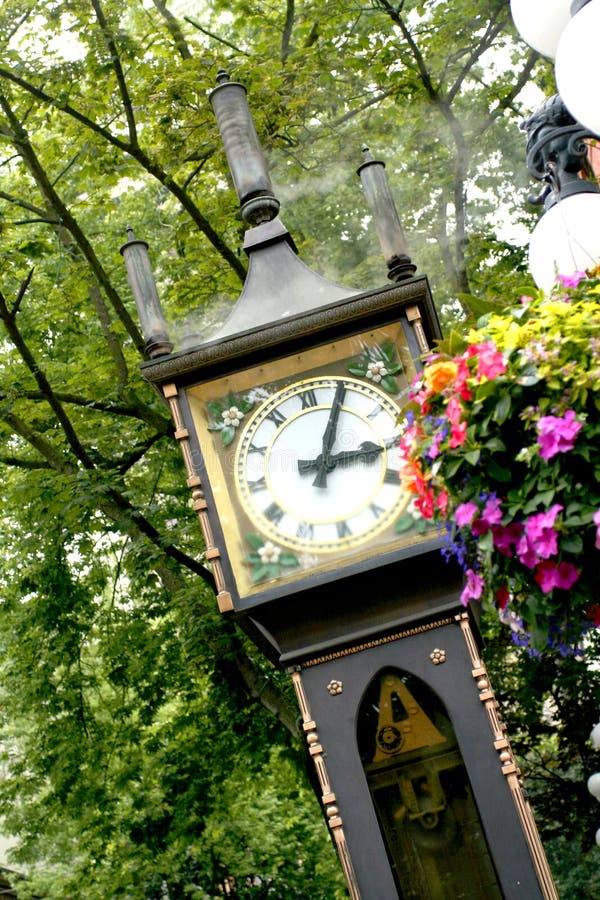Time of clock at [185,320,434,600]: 3:04
